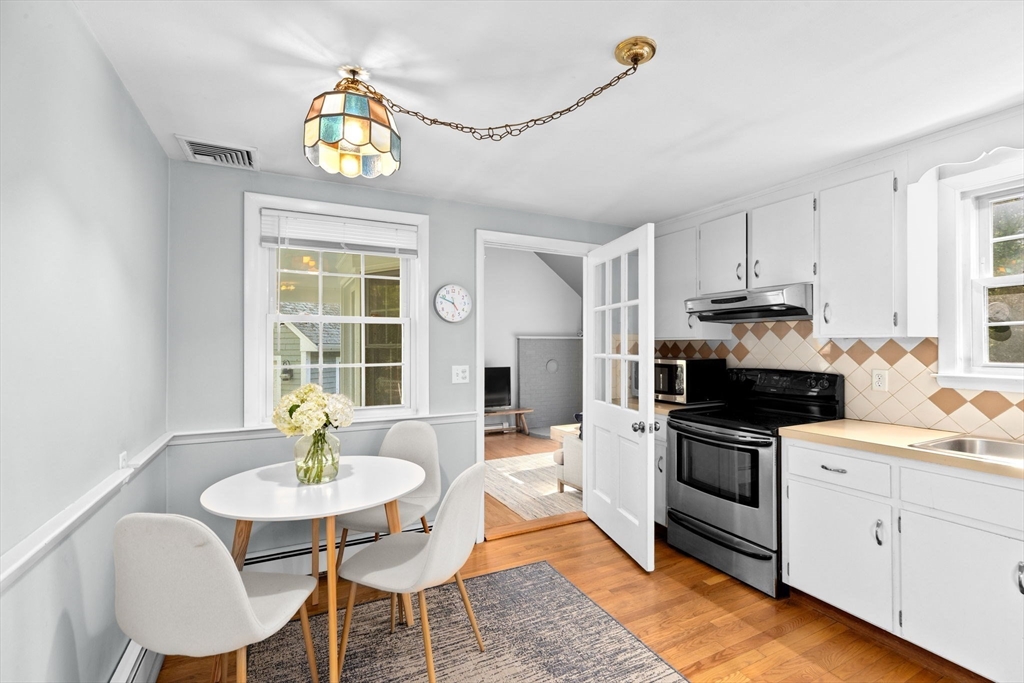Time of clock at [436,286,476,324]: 4:48
